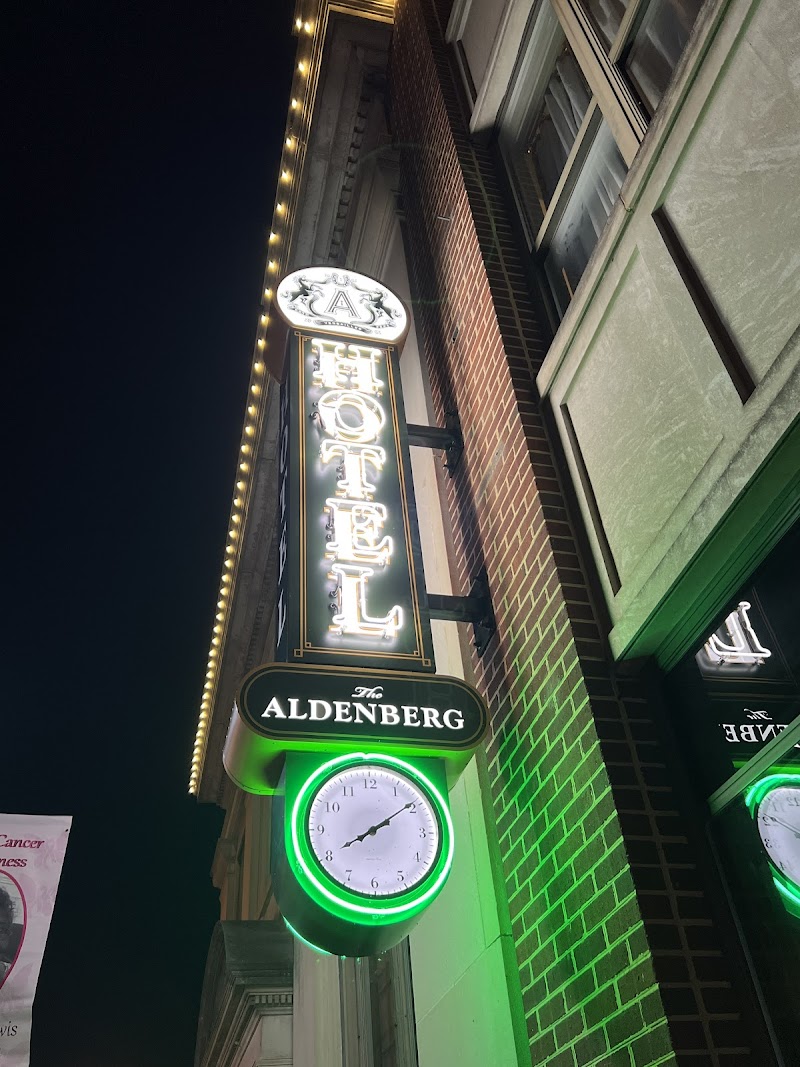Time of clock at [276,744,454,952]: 8:09
